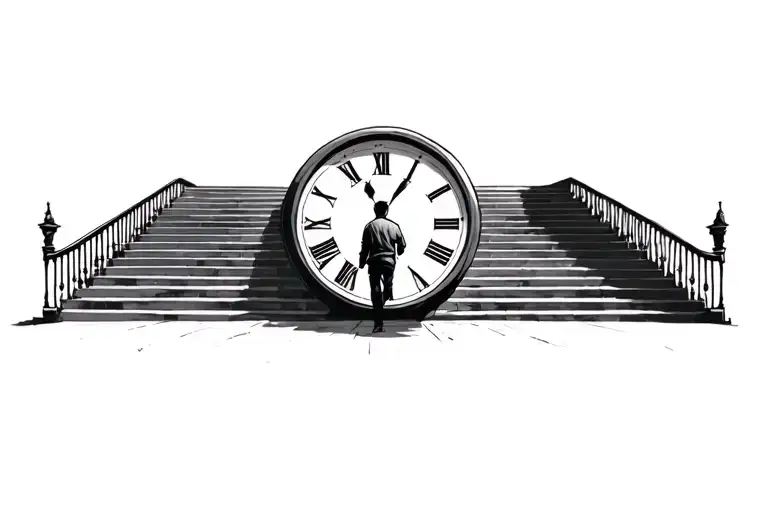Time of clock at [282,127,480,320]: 11:05
